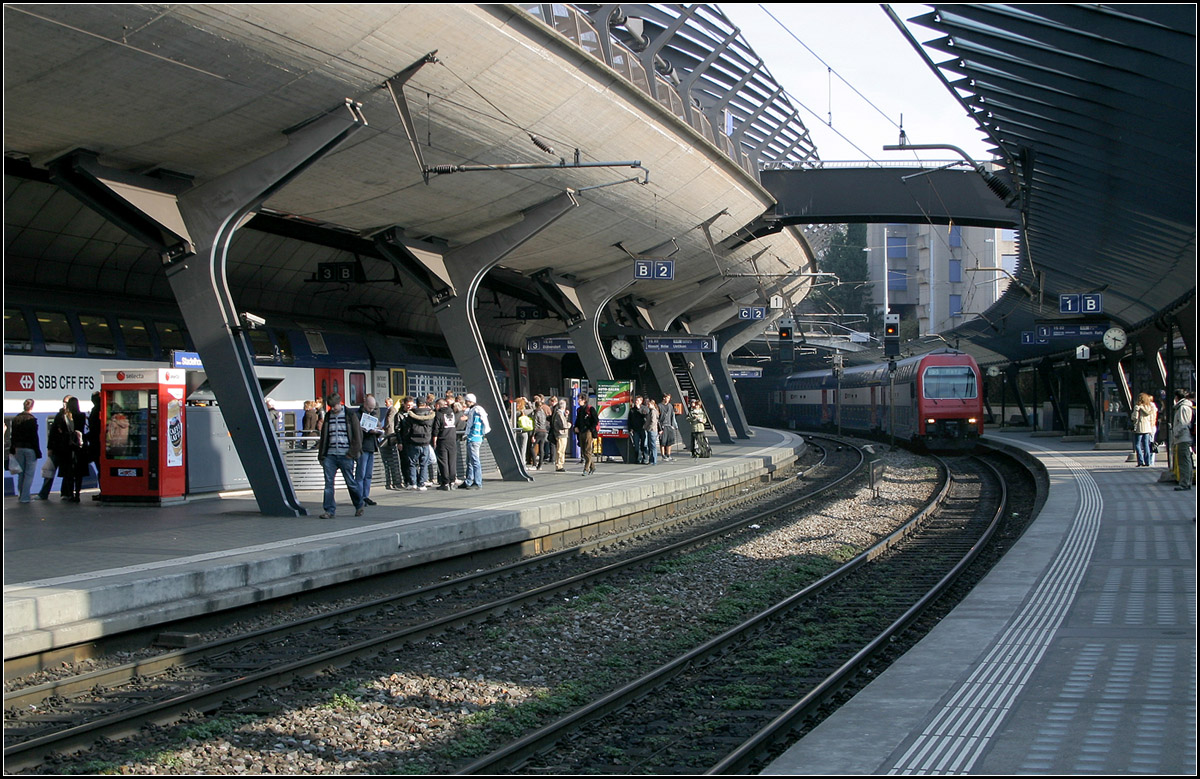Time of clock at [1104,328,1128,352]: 3:30
